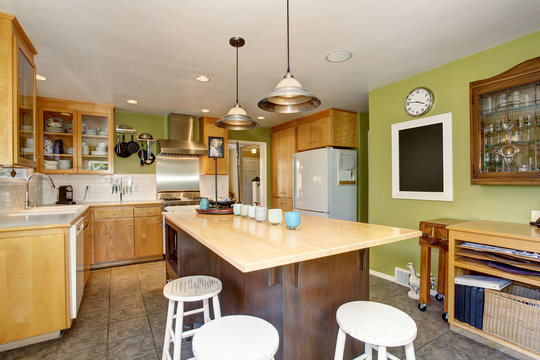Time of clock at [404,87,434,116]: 3:46
